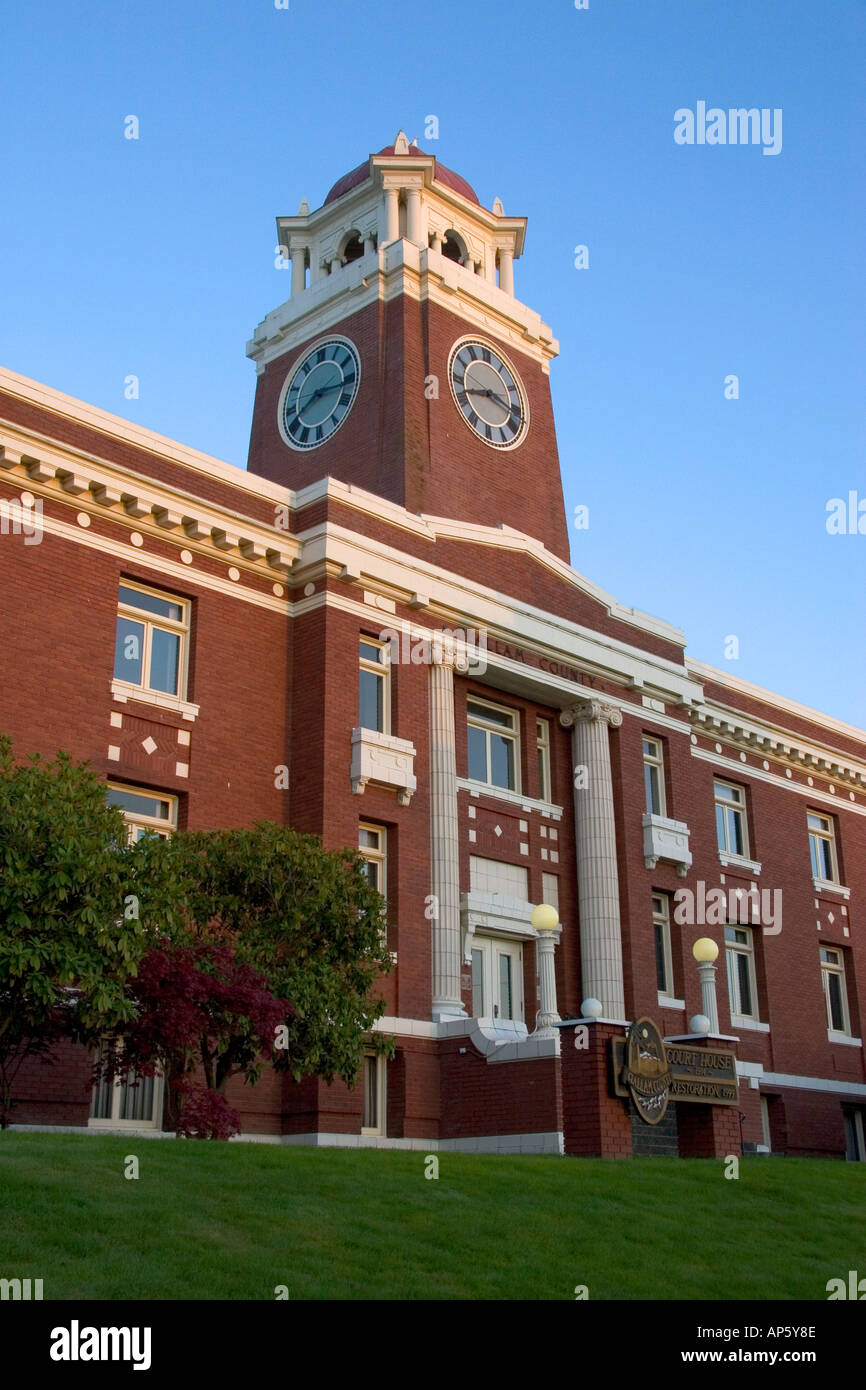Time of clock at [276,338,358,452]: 8:16
